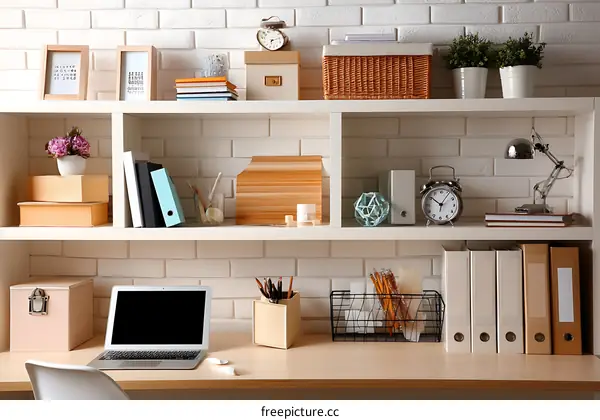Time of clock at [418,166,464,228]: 10:06
